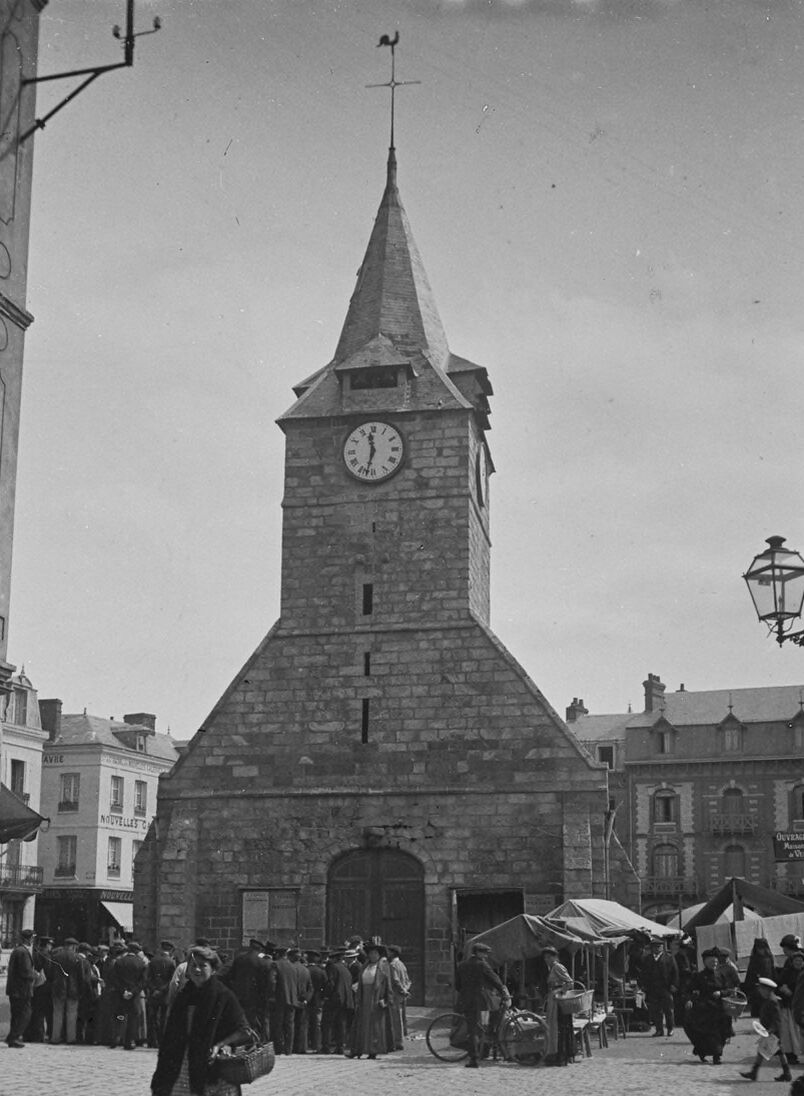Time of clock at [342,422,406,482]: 11:32
